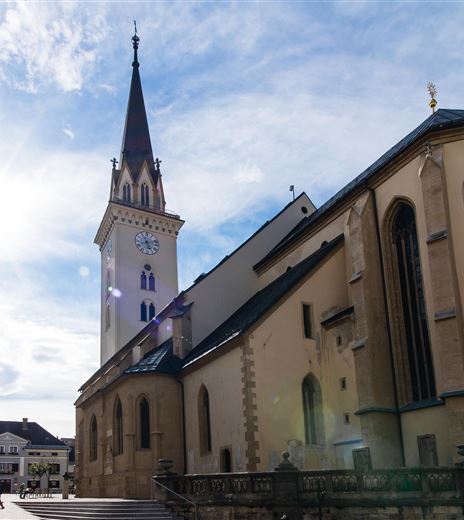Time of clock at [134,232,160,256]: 5:11
